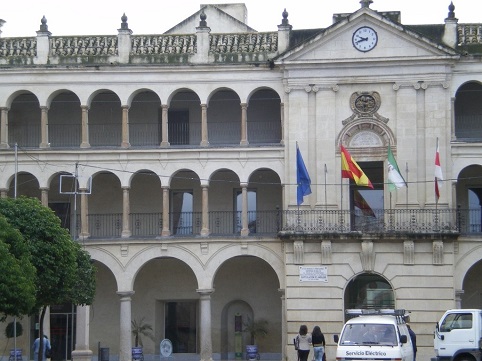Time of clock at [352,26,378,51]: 9:42
